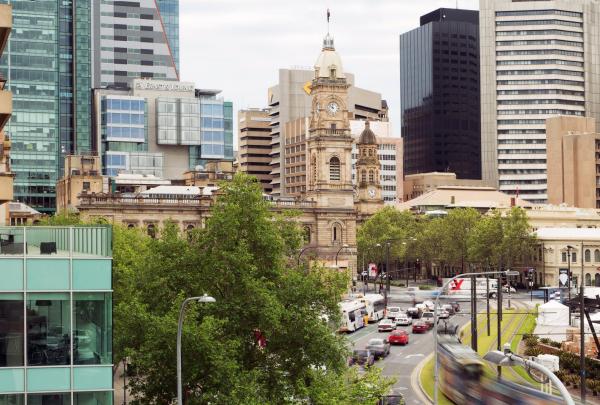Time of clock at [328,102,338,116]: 11:52
